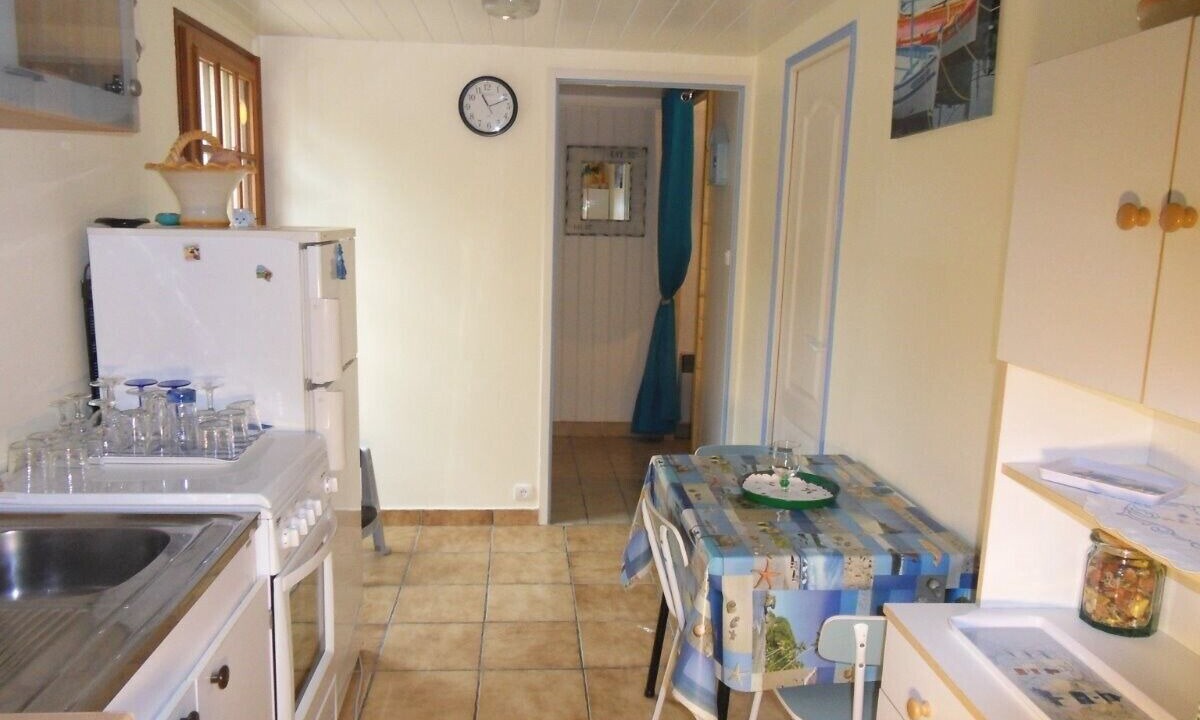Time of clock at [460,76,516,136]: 11:11
